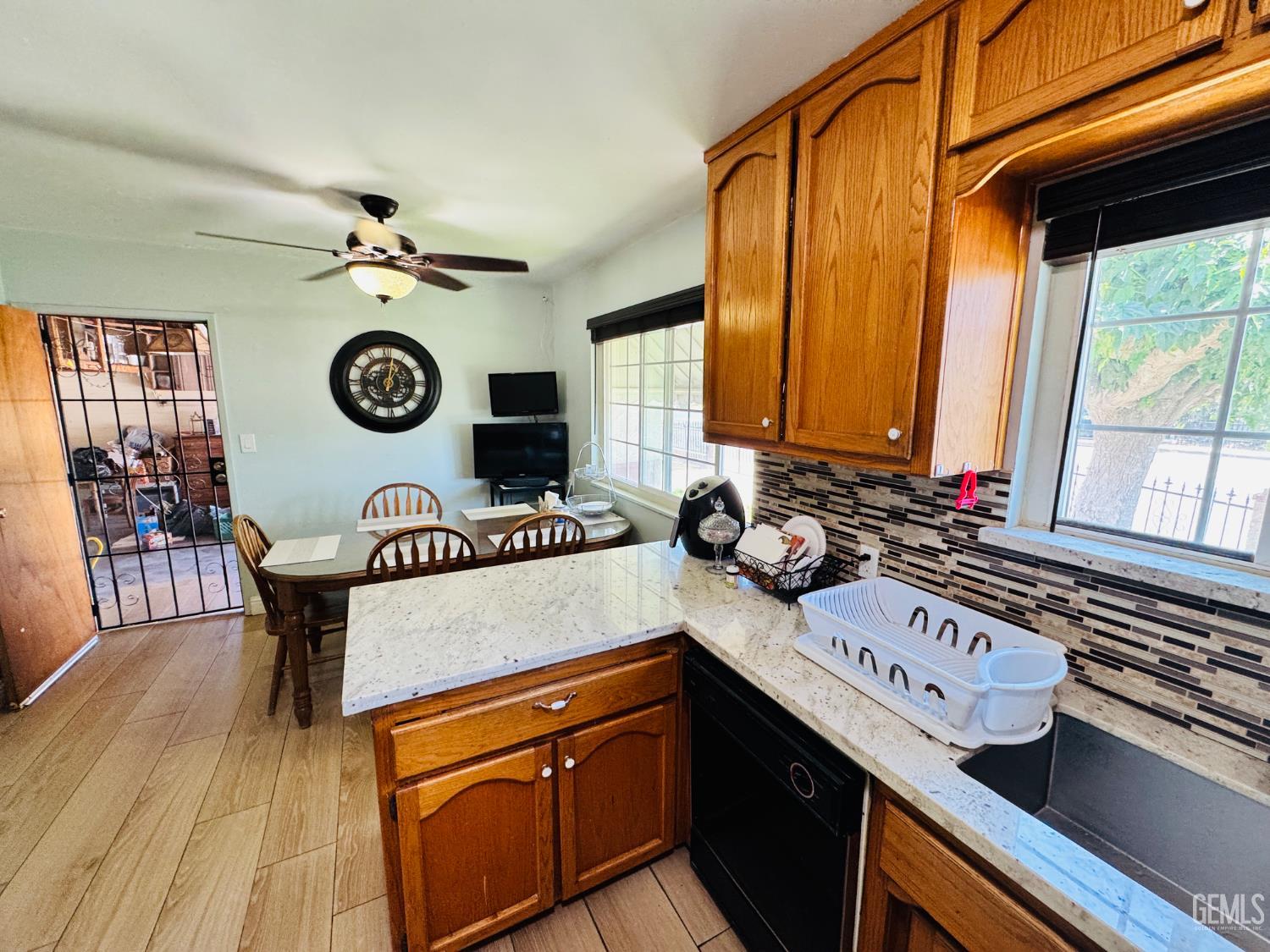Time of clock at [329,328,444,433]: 1:01
